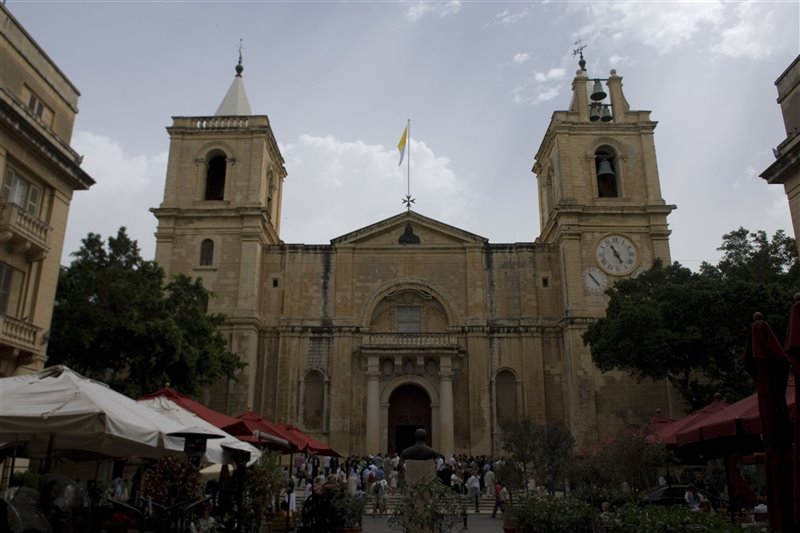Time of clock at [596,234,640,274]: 4:55
